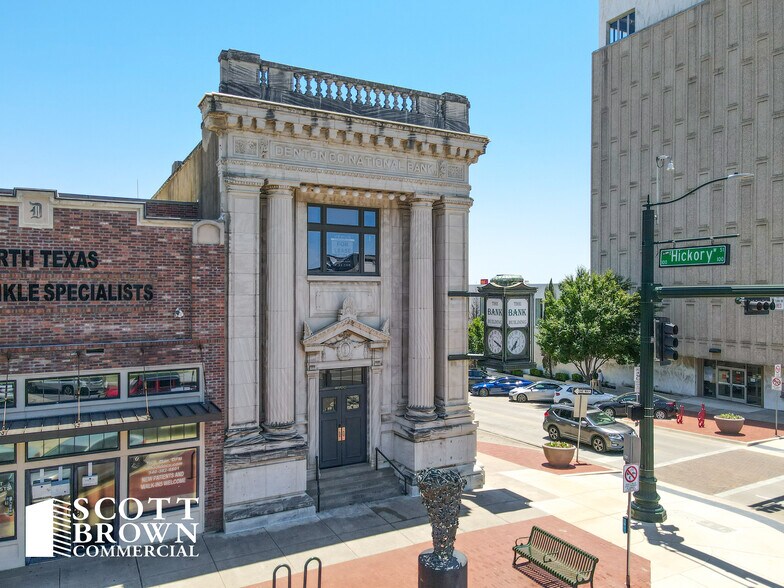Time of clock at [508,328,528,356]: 6:36
